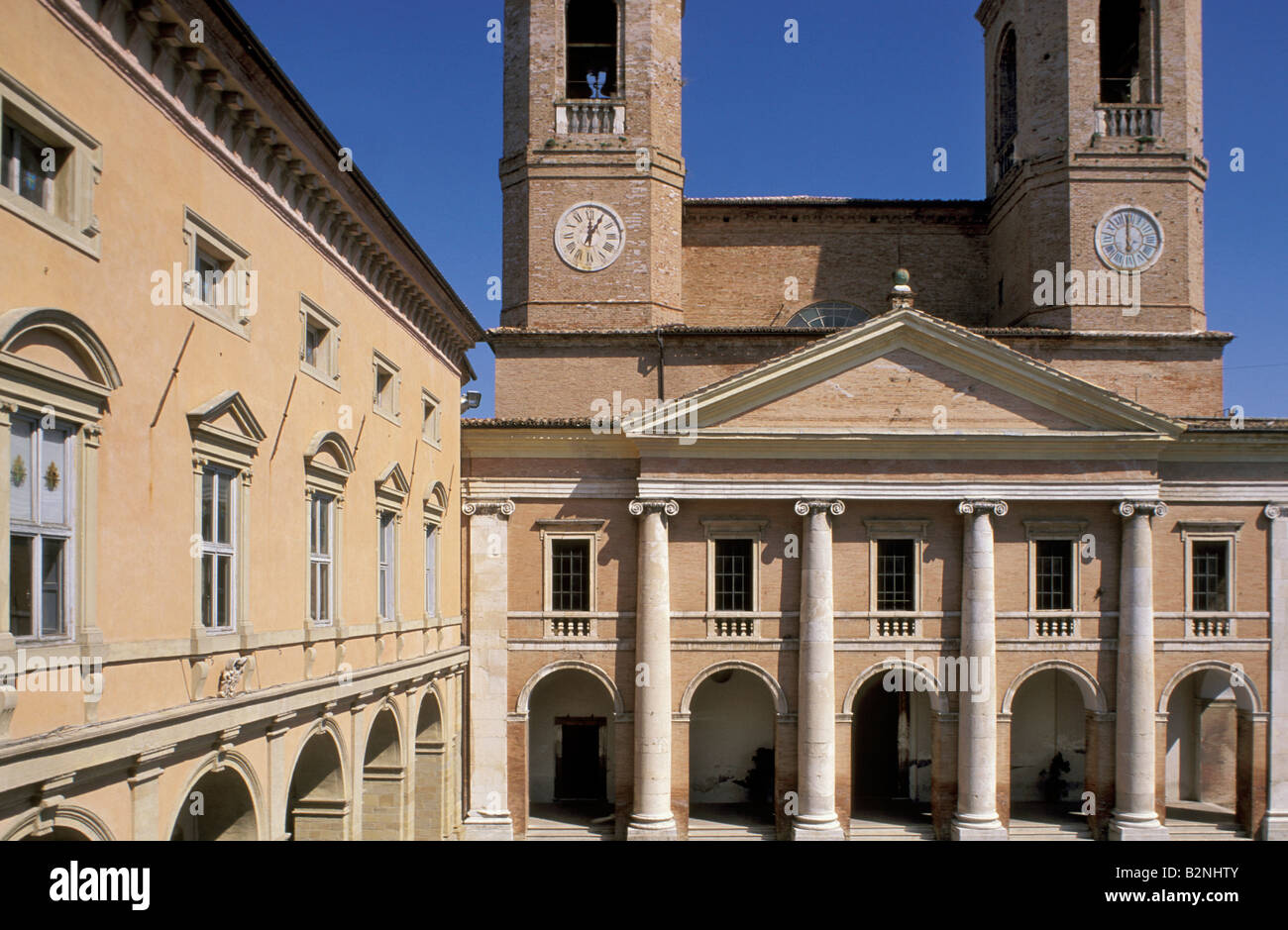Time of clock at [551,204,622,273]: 12:05
